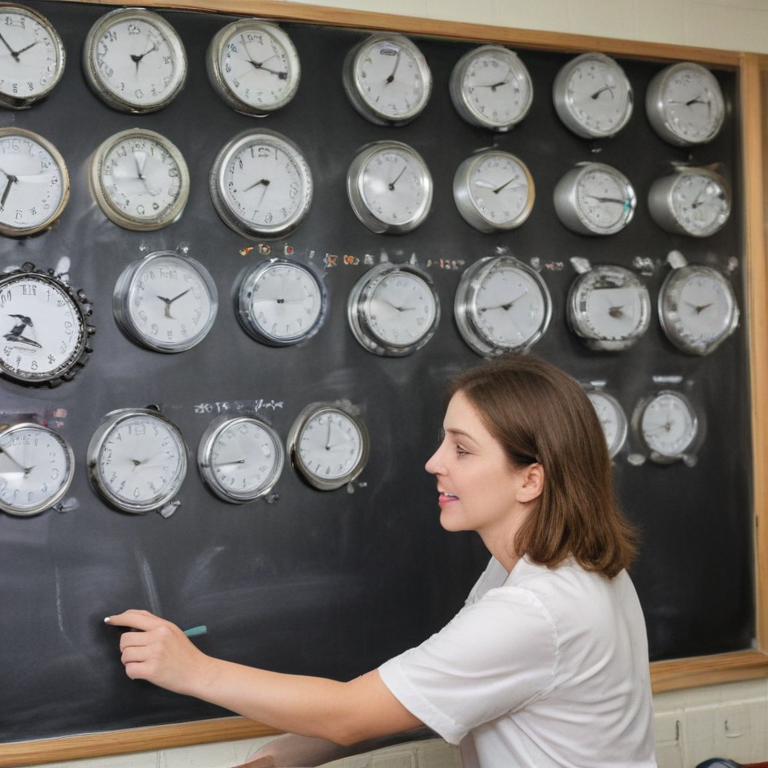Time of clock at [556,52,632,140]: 2:11
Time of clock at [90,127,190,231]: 11:43
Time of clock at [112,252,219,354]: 6:10
